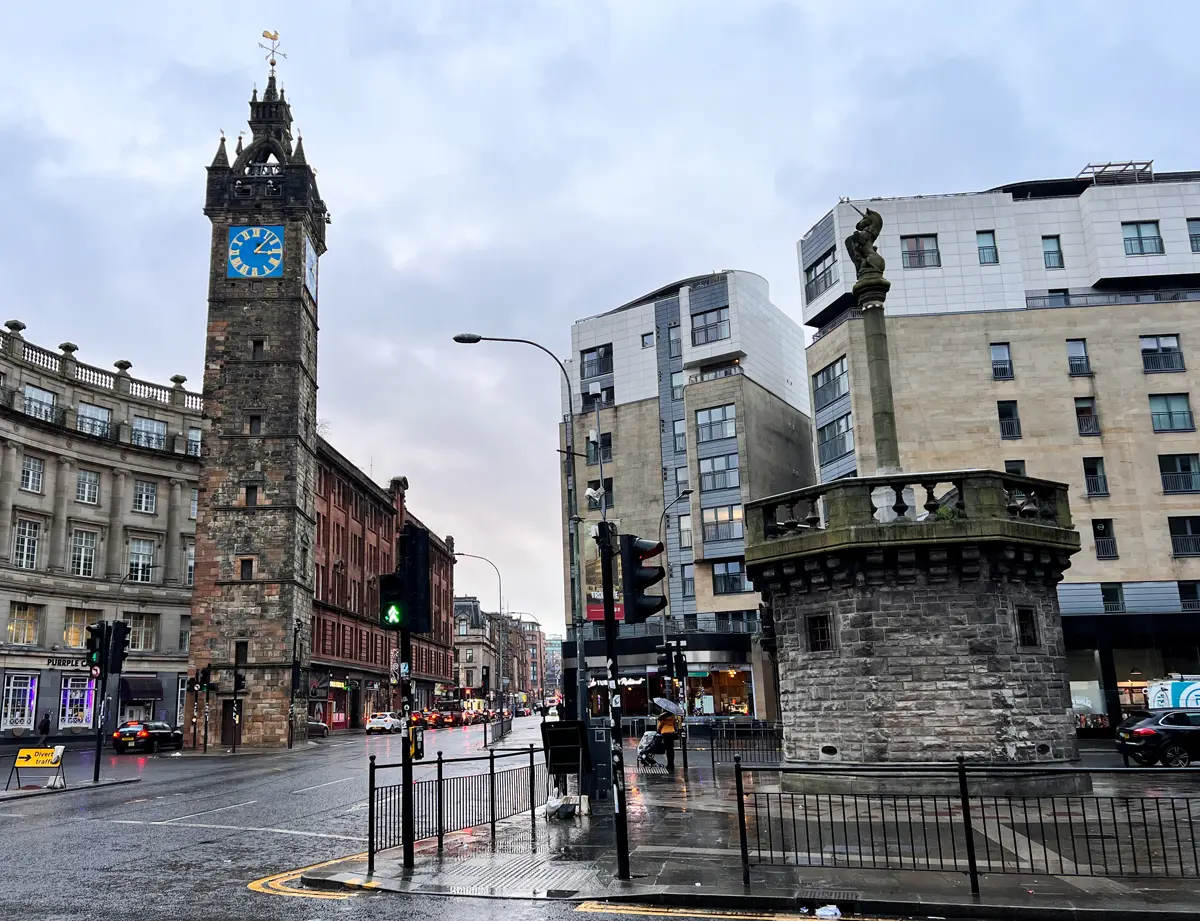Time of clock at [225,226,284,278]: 3:07
